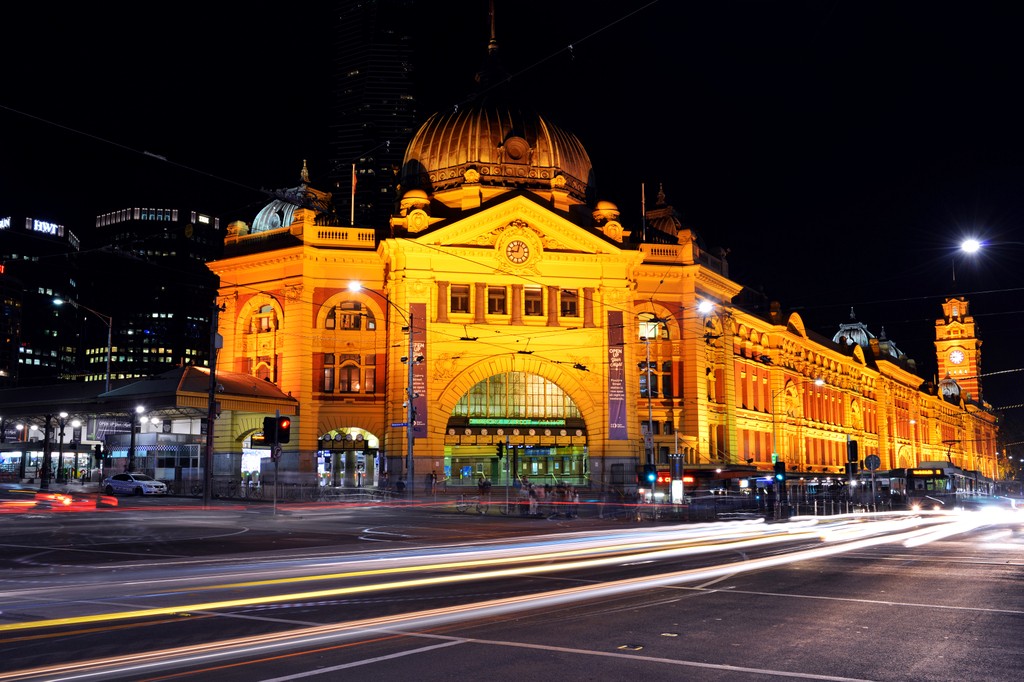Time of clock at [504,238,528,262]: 9:02
